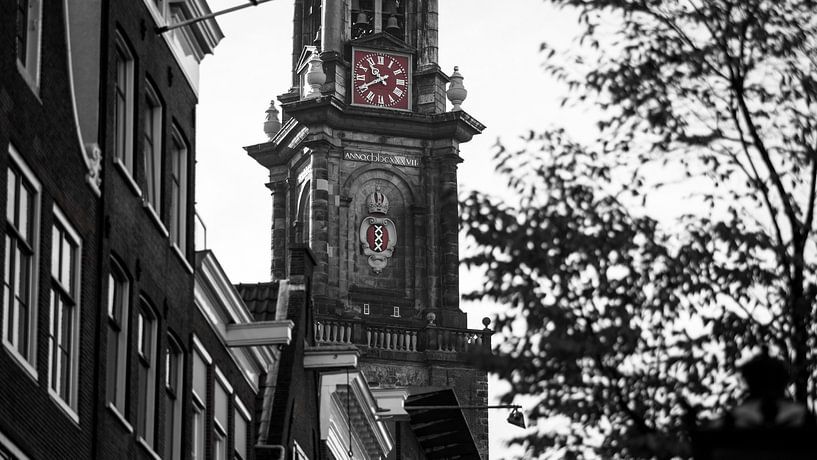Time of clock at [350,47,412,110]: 10:40
